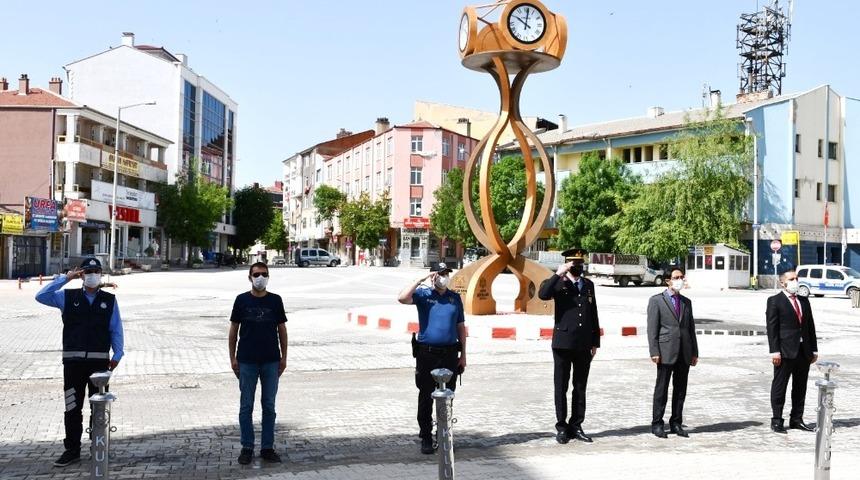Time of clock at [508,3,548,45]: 10:01
